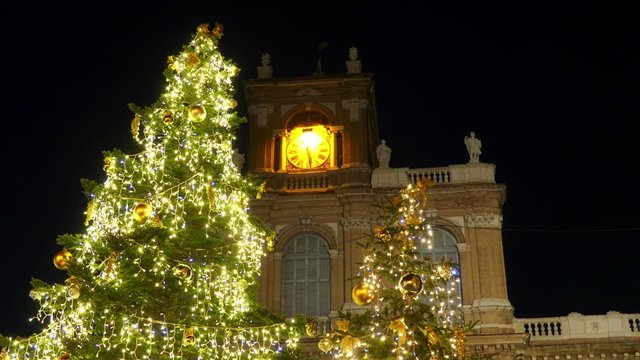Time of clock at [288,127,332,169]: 5:28
